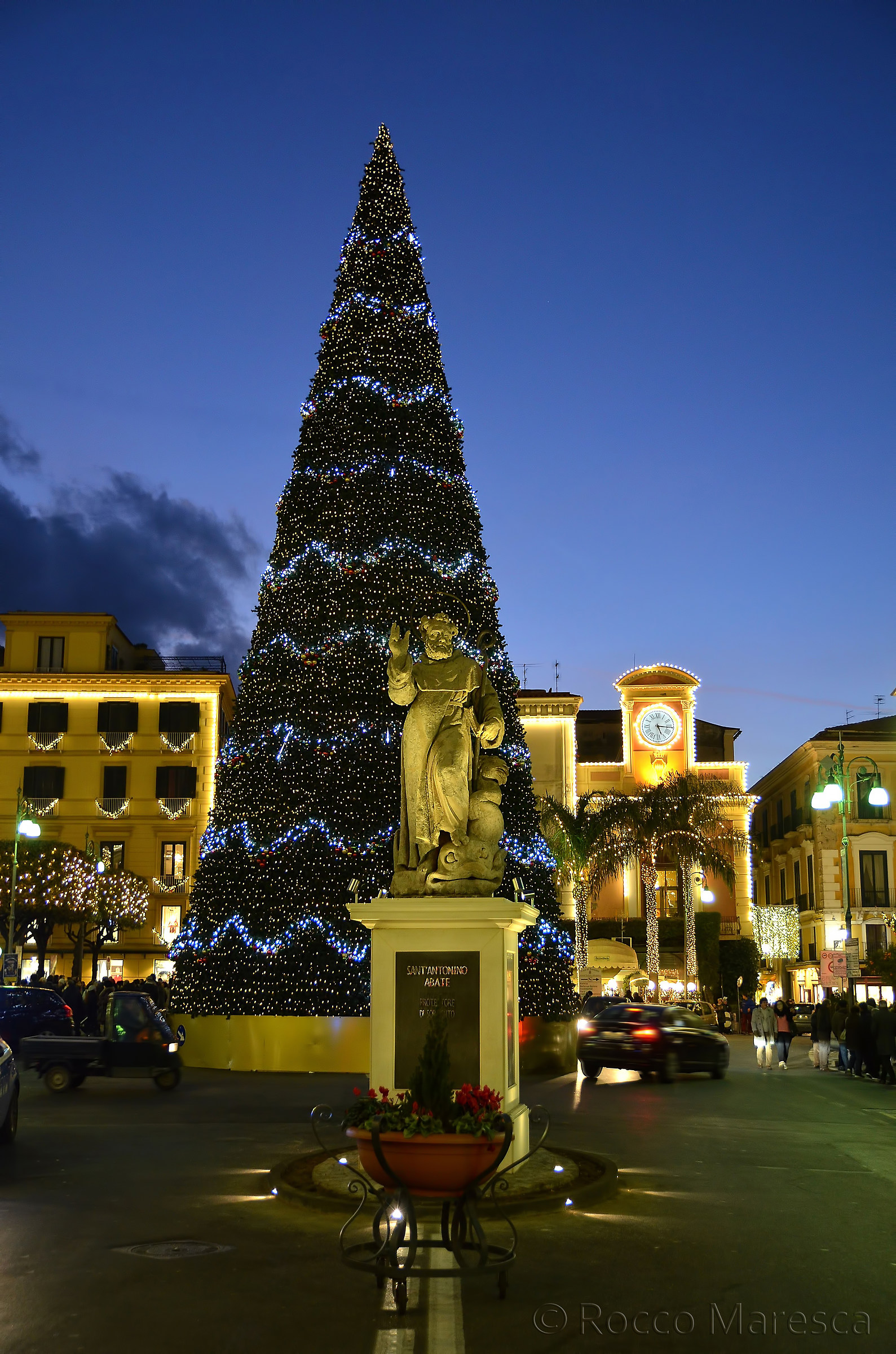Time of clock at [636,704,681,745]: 5:15
